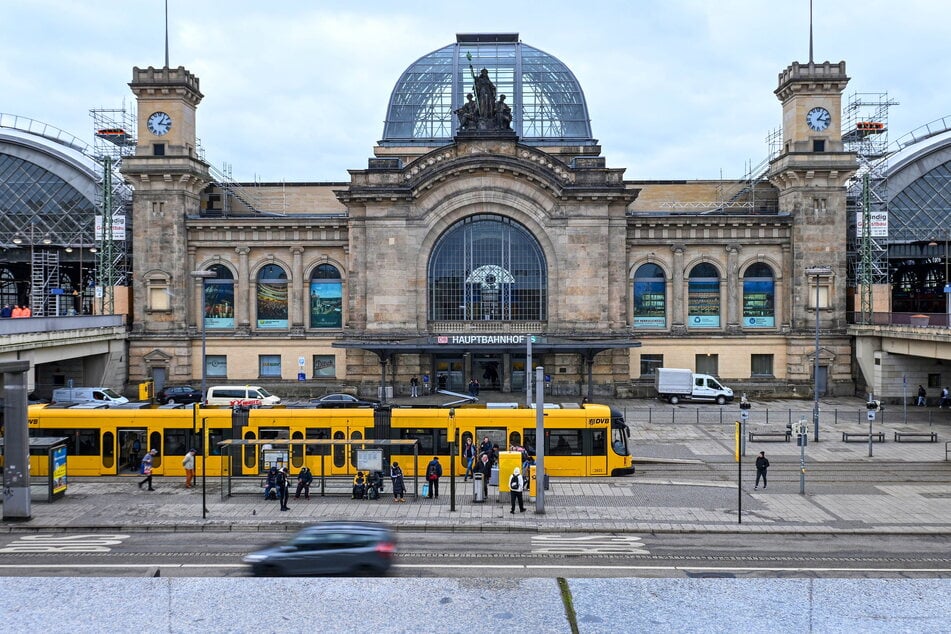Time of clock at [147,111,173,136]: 1:16
